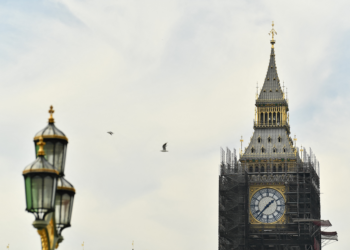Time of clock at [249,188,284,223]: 1:37
